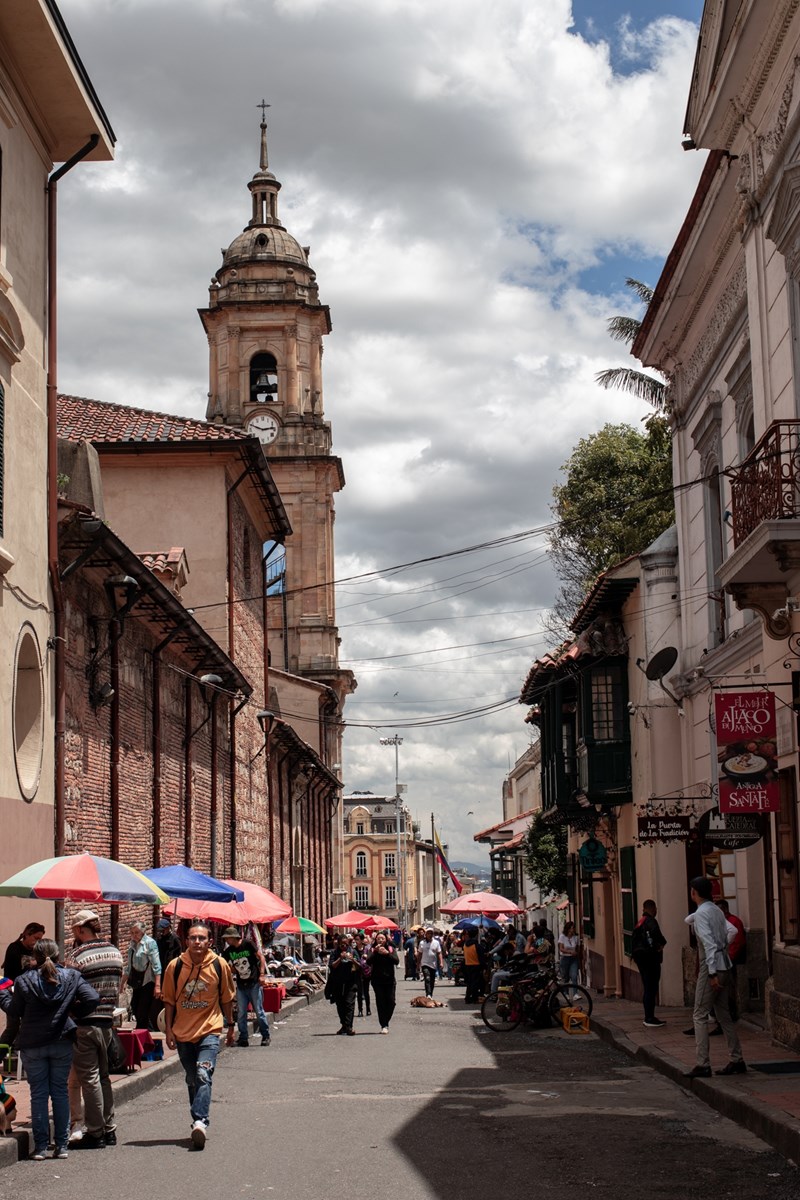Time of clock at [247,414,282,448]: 2:48
